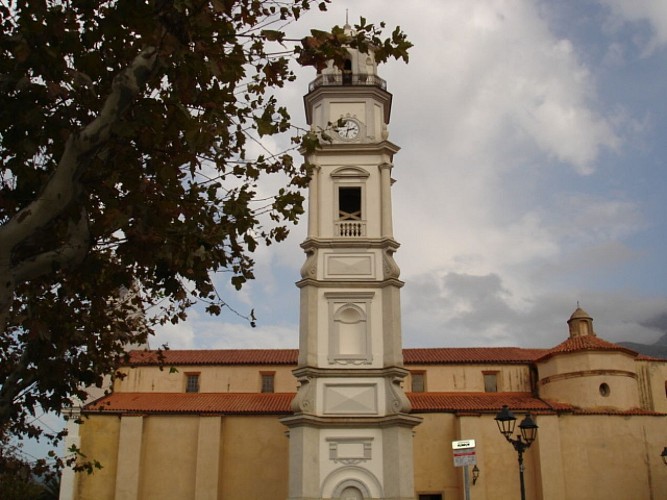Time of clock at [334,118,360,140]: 2:32
